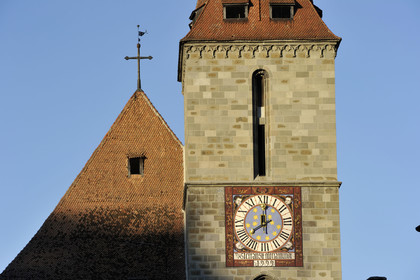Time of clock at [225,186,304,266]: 8:01
